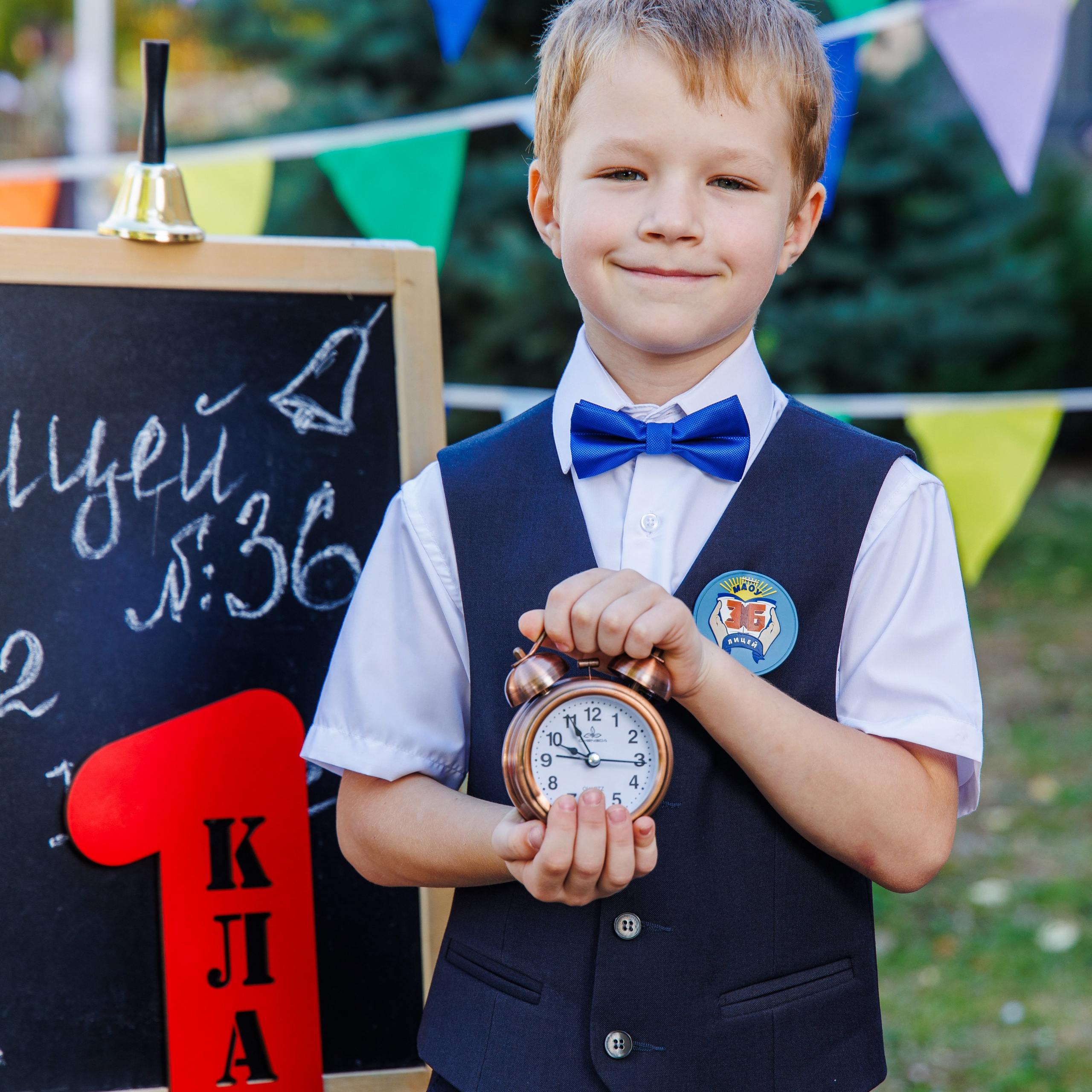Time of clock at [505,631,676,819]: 9:55
